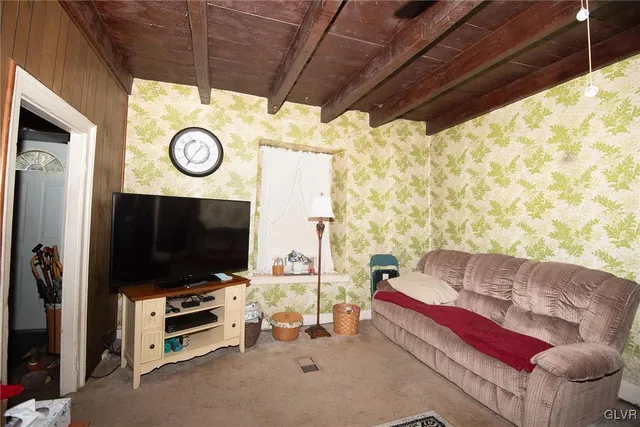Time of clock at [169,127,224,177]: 1:35
